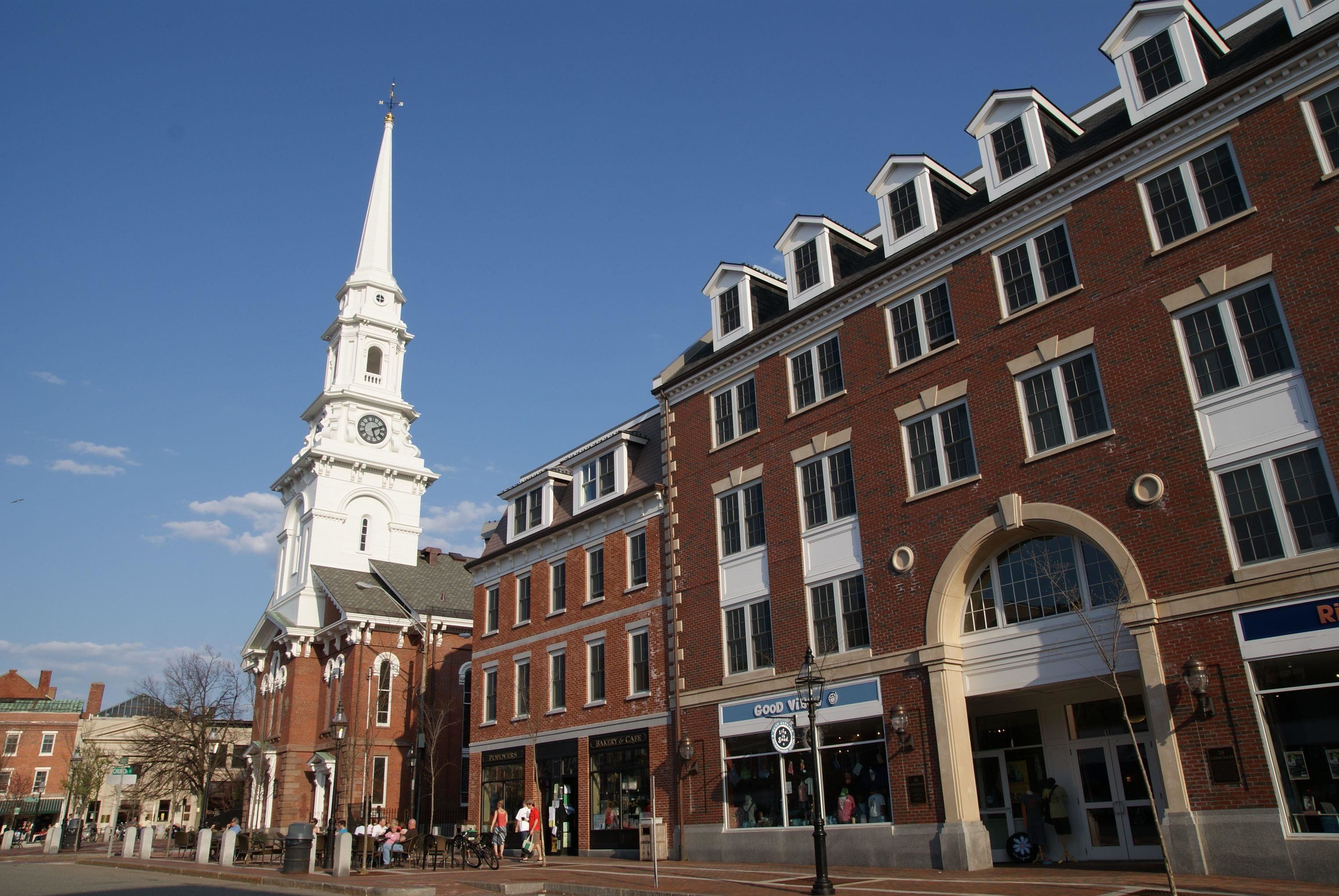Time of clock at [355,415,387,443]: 5:10
